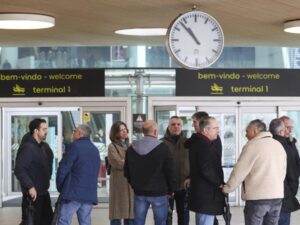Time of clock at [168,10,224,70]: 10:53
